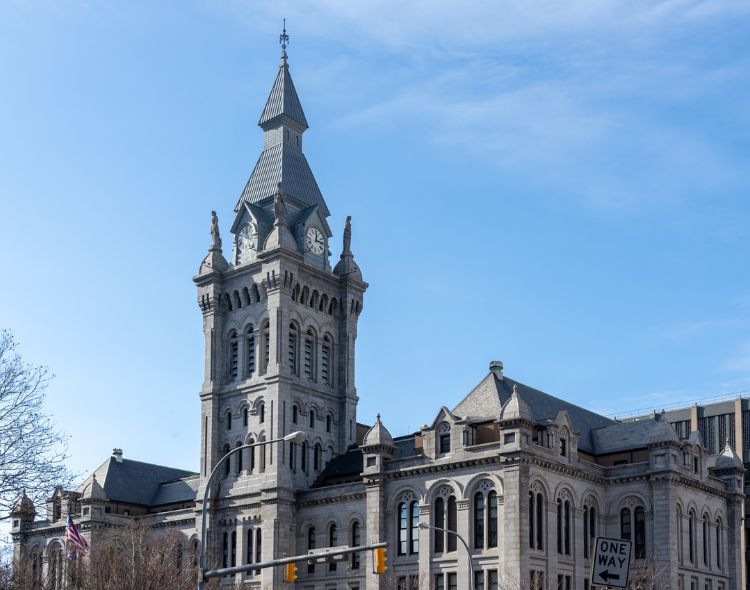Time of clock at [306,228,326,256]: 12:13
